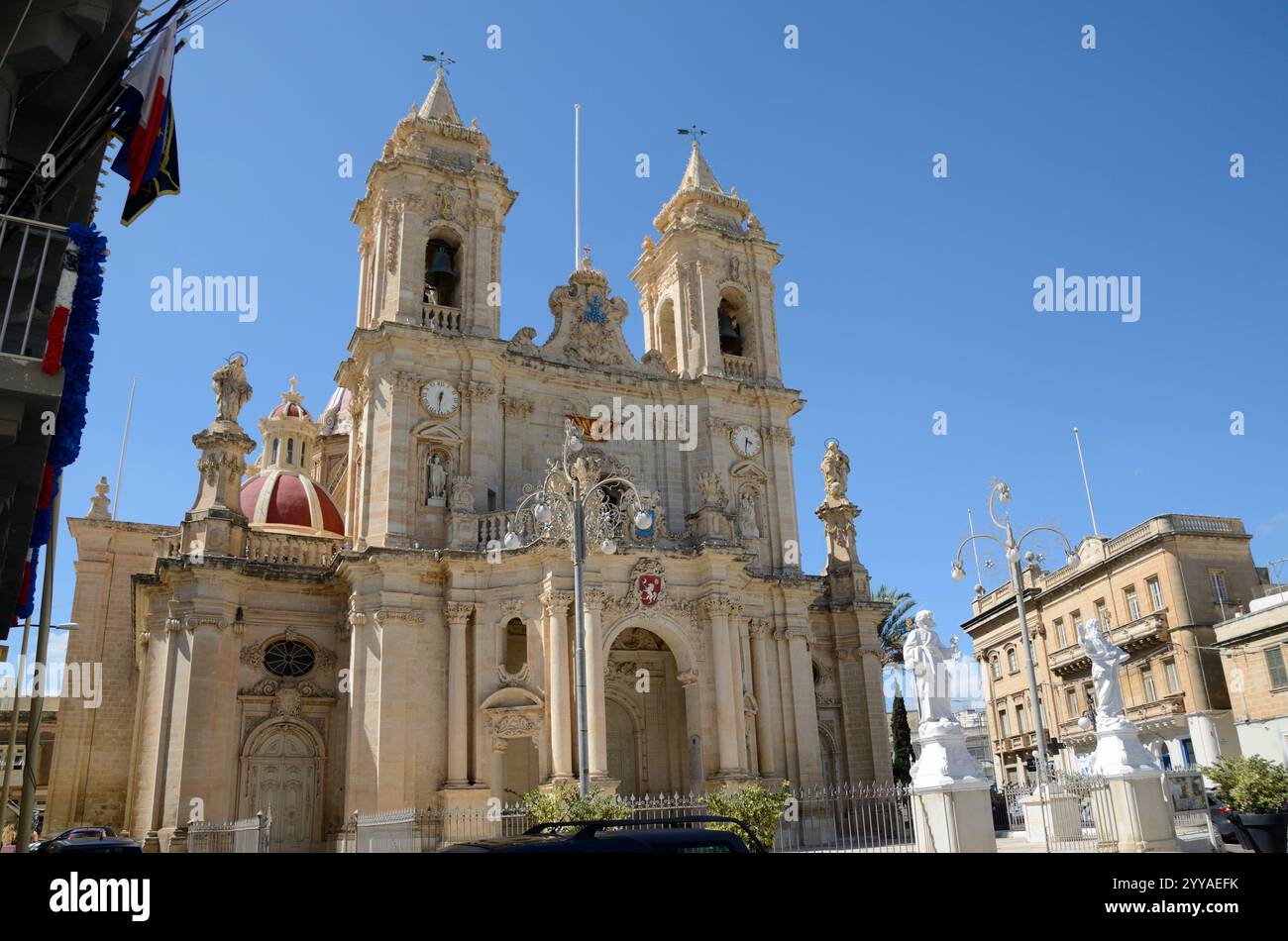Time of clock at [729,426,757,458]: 3:32
